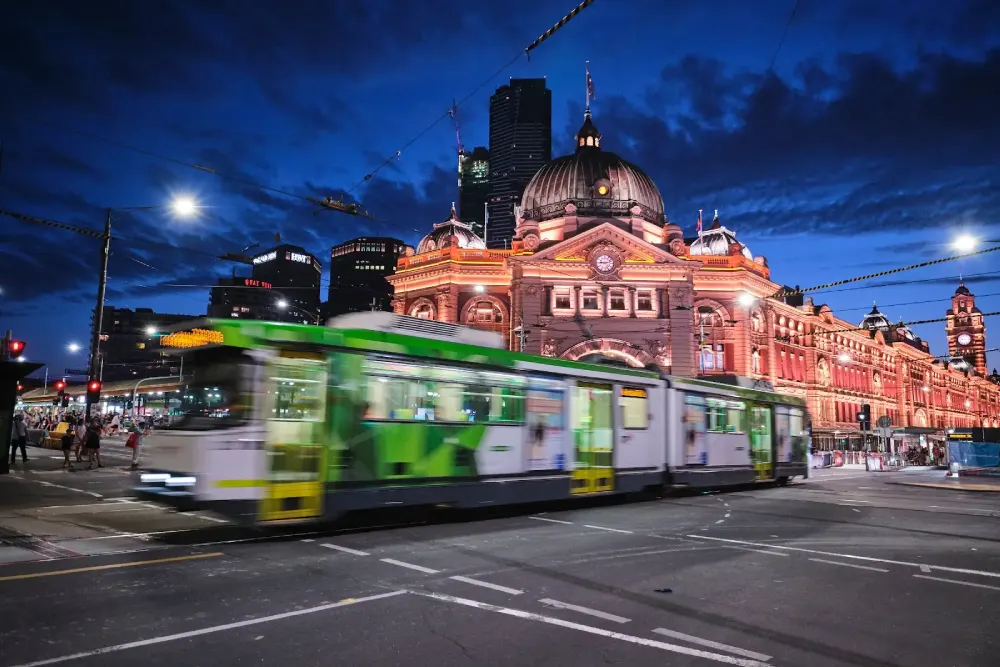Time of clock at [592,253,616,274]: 9:12
